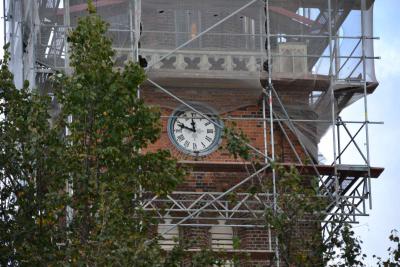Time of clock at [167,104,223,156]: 11:48
